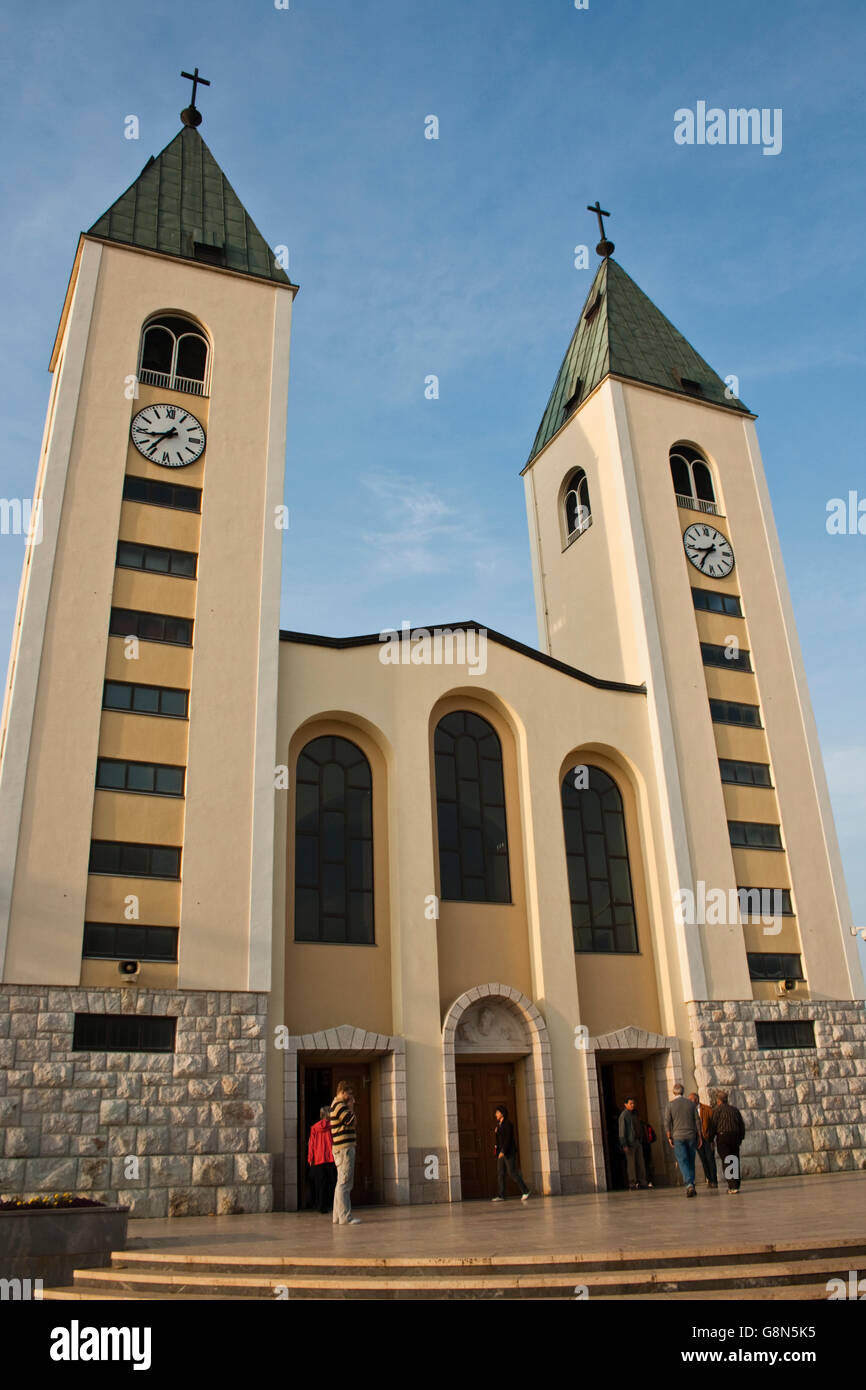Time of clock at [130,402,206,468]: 8:36
